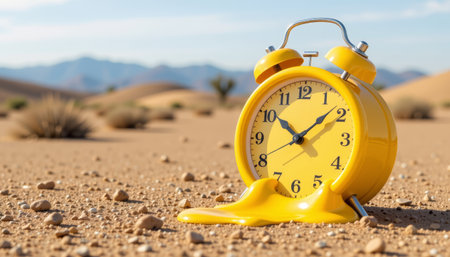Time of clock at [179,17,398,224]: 10:08
